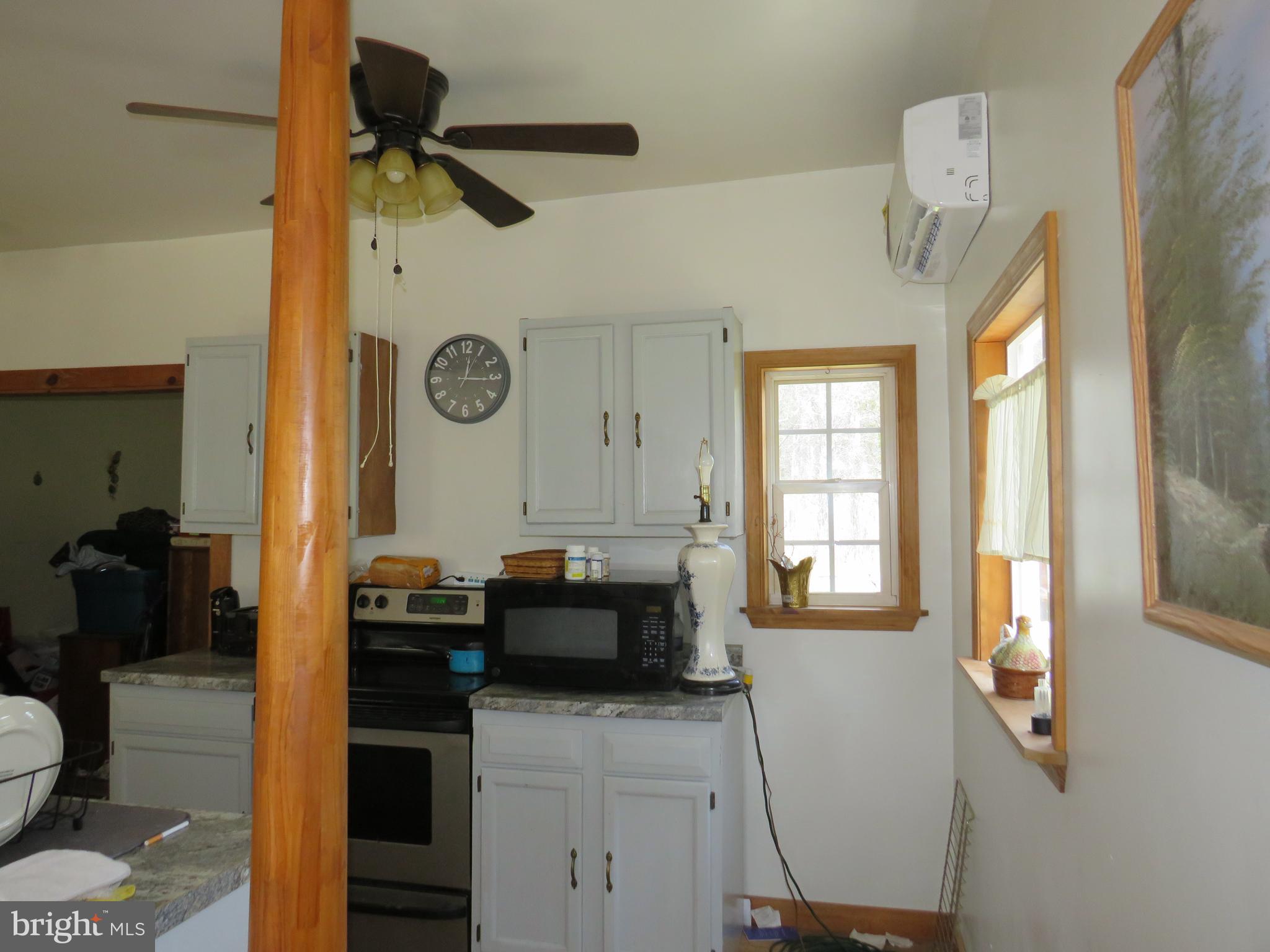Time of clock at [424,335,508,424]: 12:15
